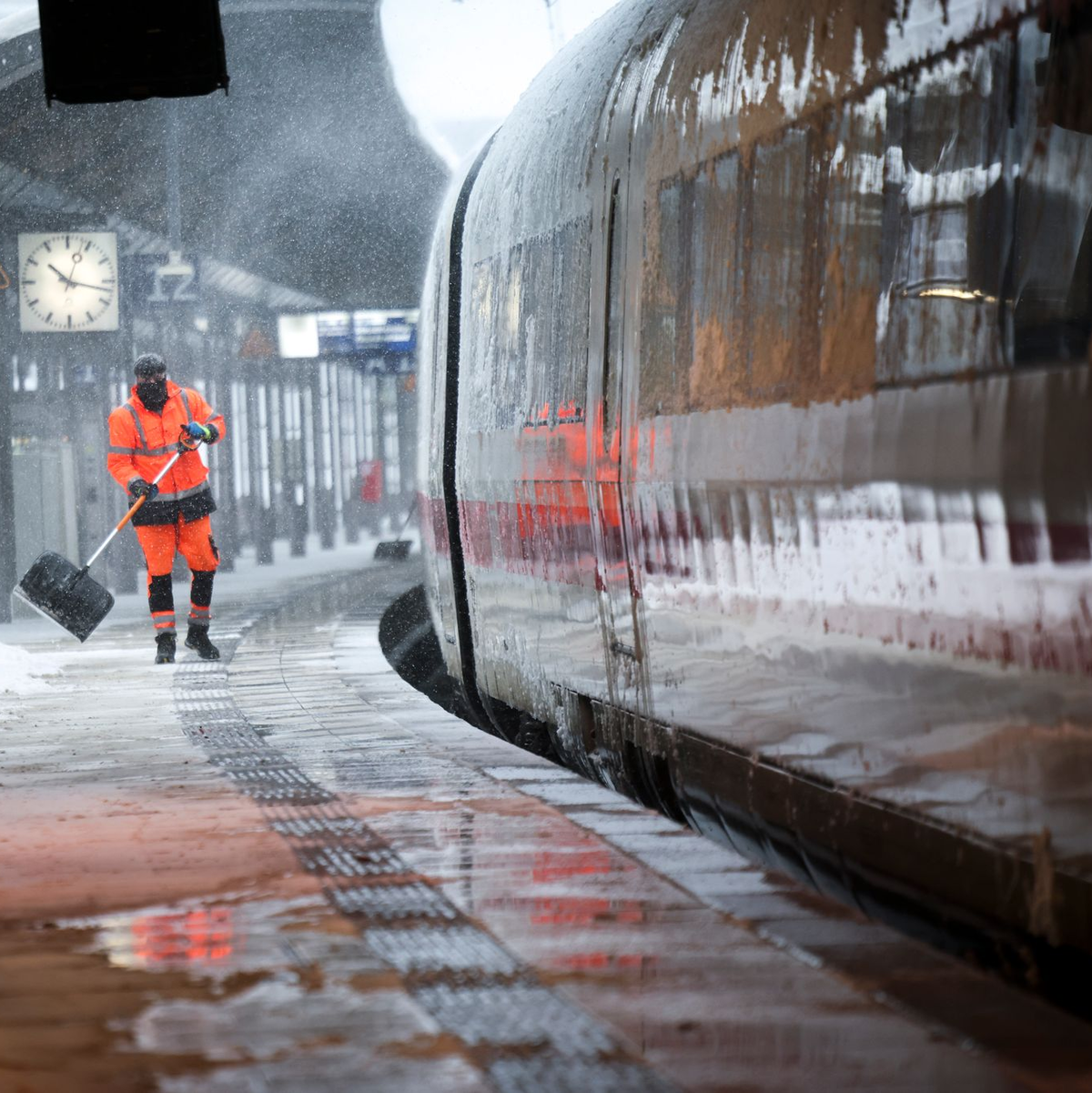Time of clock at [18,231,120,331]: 10:17
